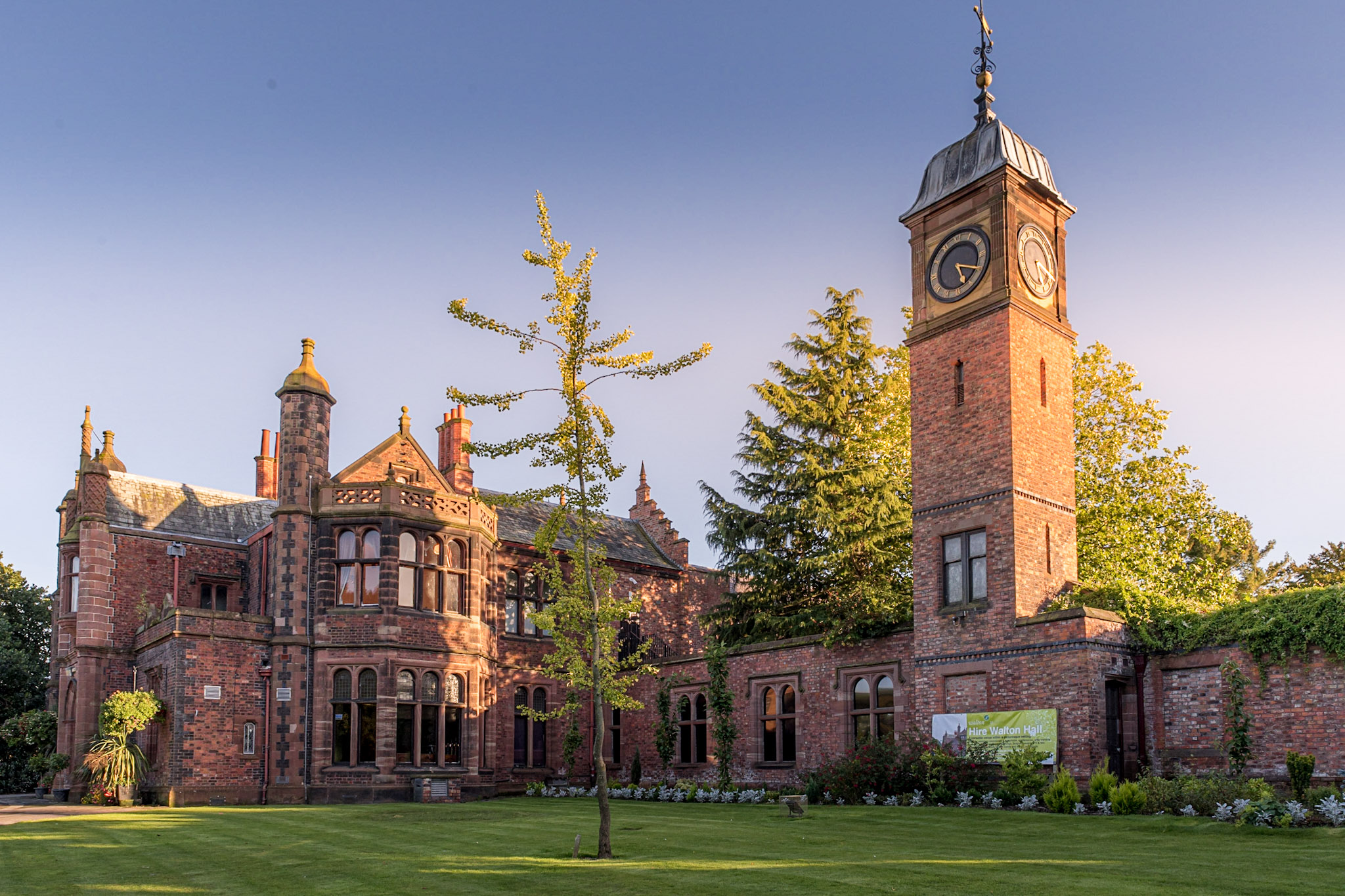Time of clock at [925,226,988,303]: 5:19
